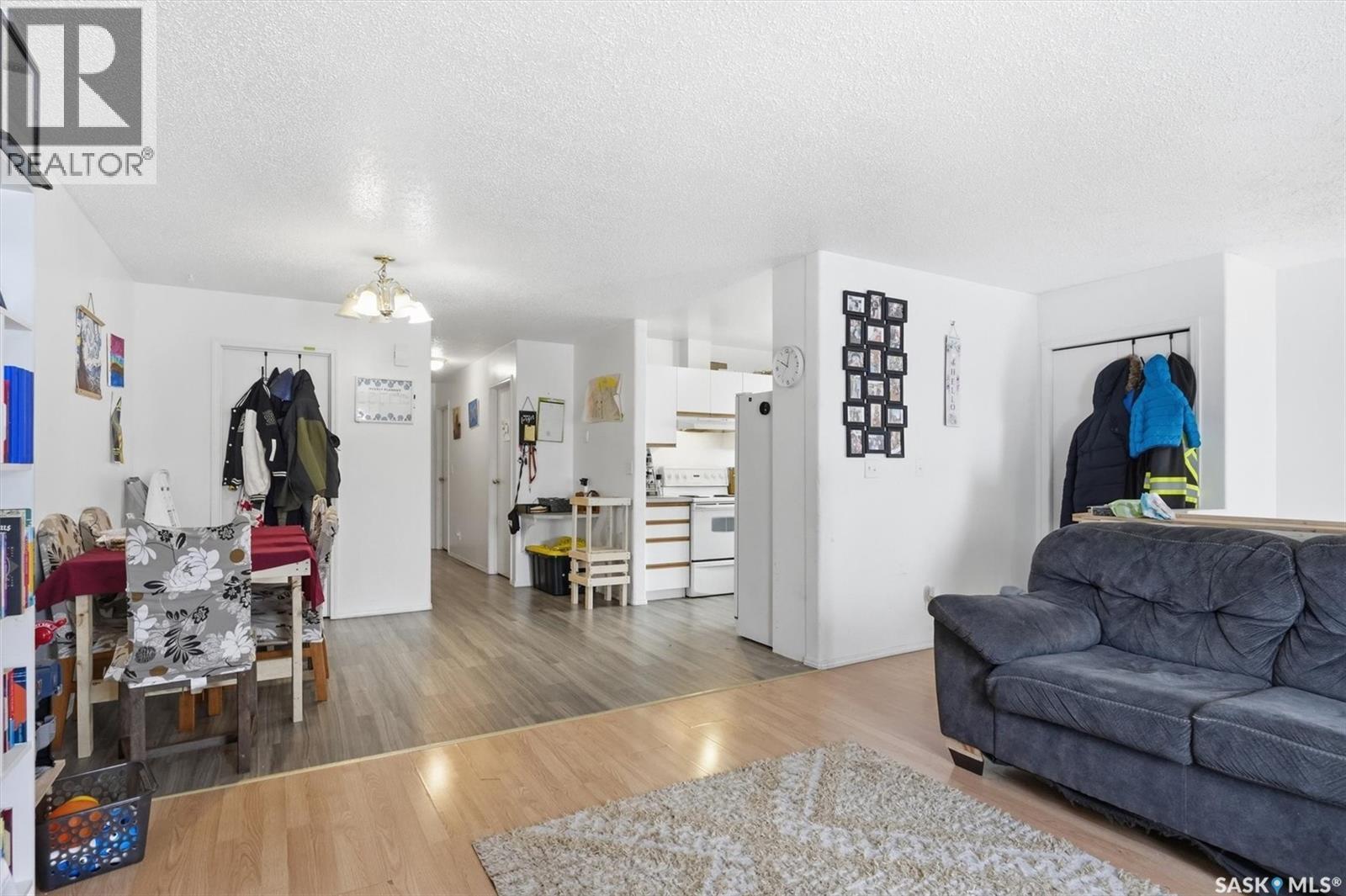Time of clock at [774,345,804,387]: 10:02
